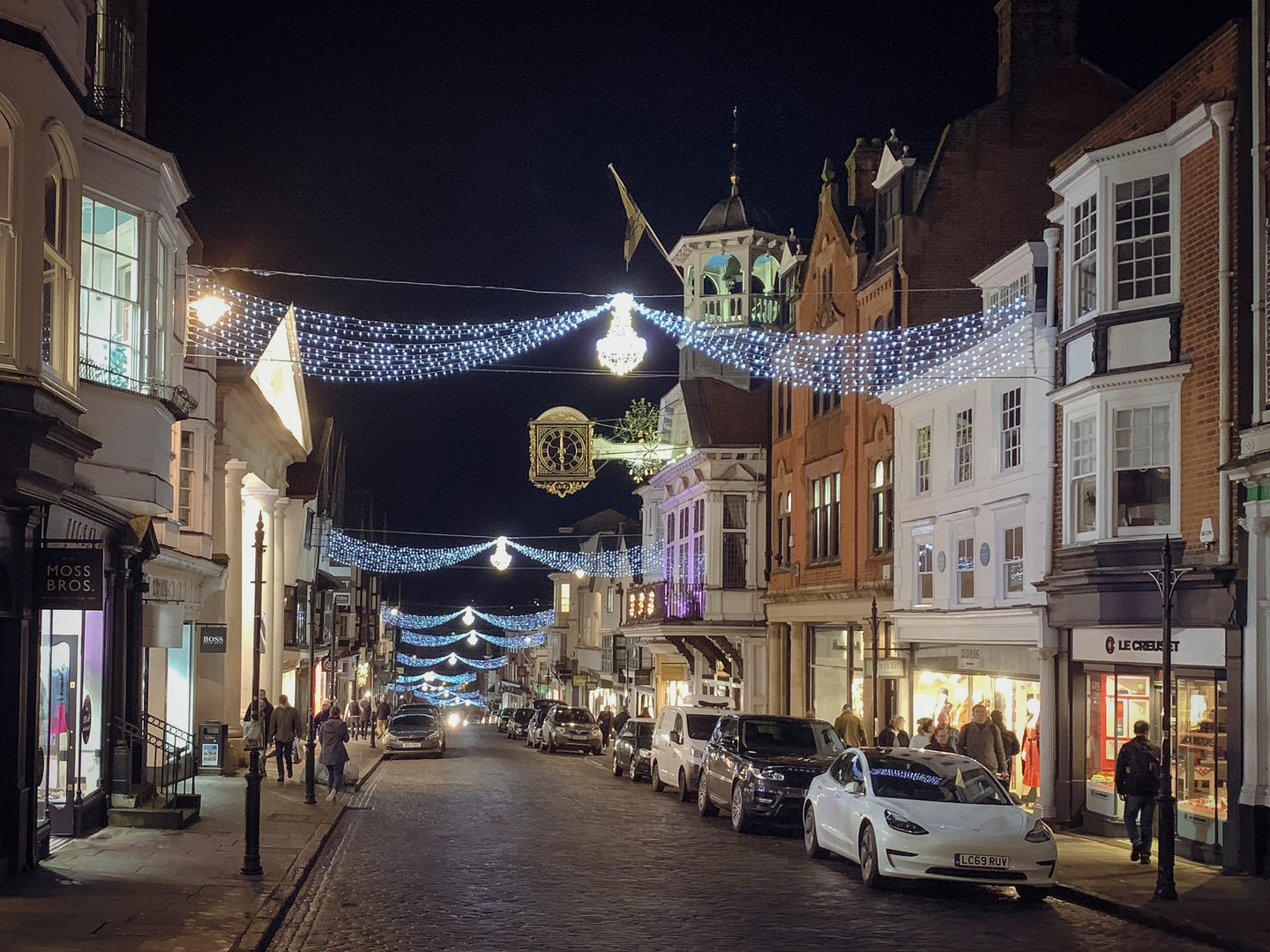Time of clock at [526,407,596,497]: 5:59
